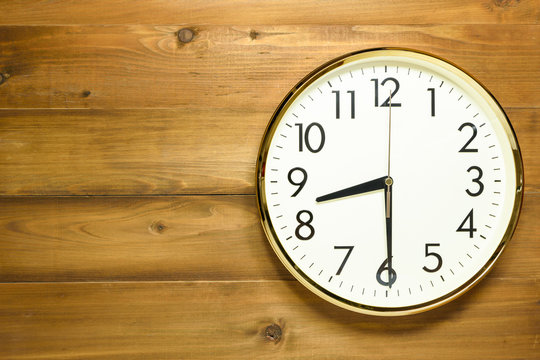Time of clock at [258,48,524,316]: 8:29
